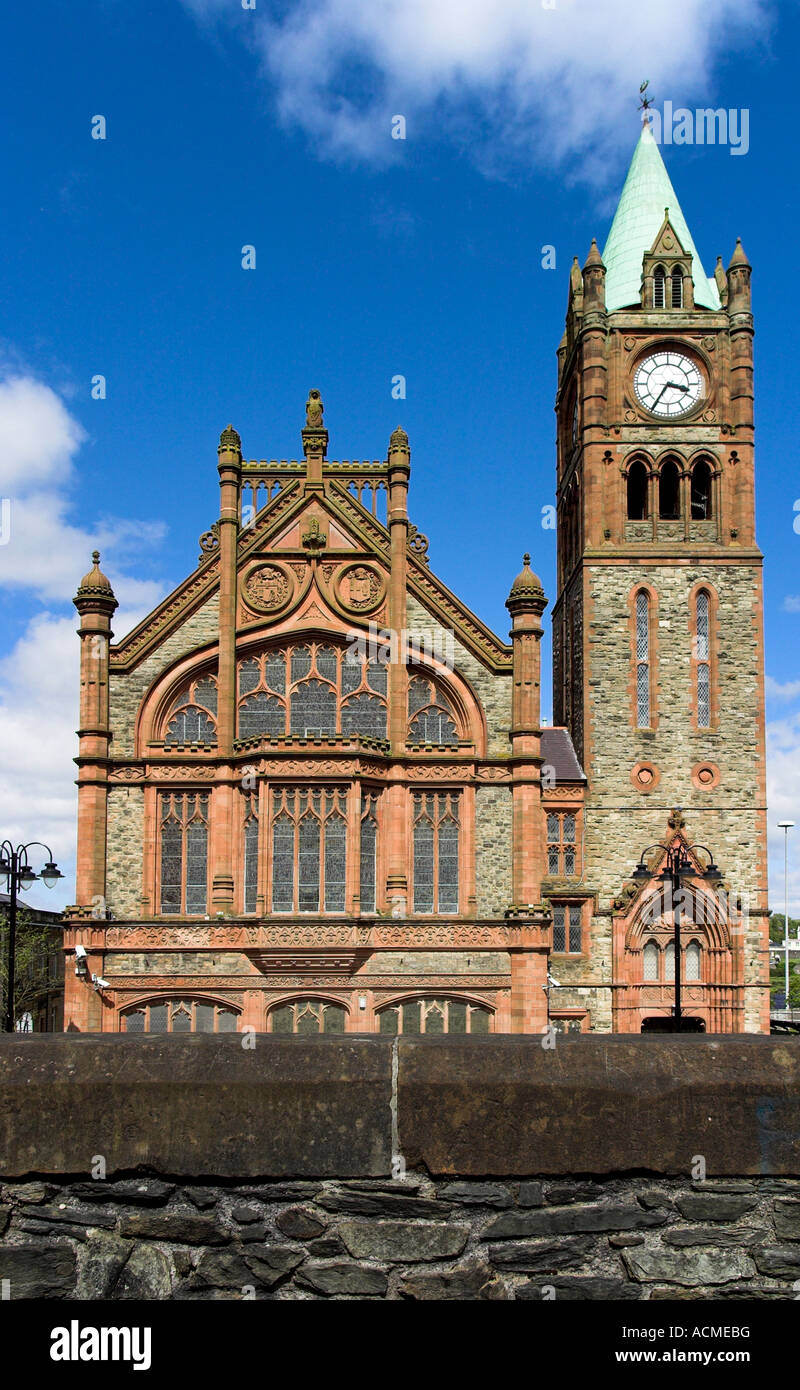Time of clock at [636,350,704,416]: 3:35
